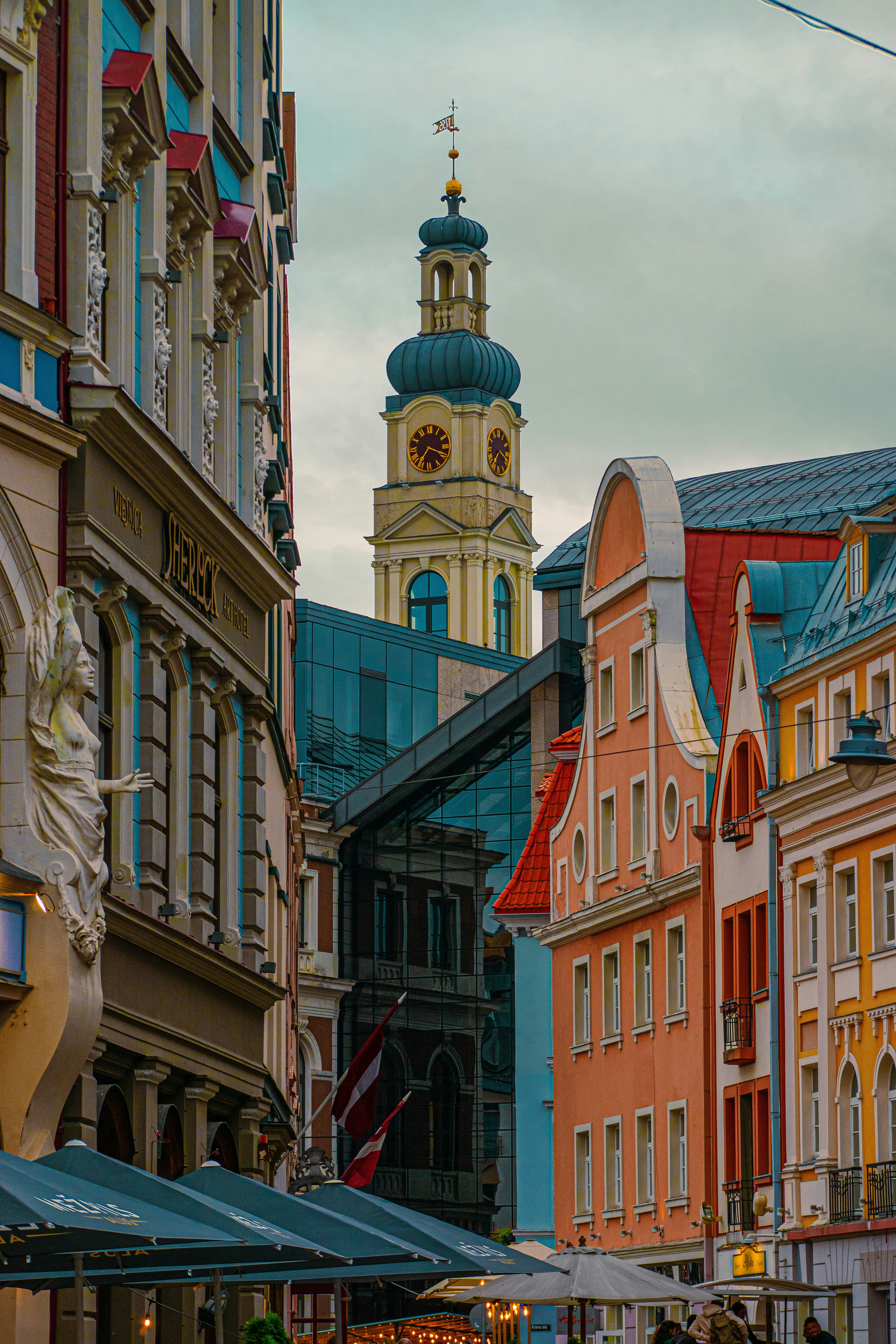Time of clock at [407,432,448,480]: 7:18
